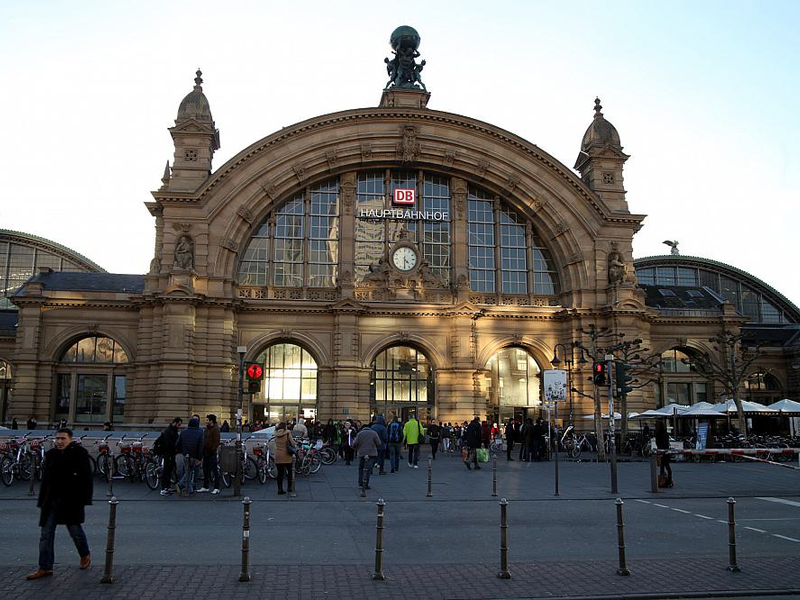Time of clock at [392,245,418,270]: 4:30
